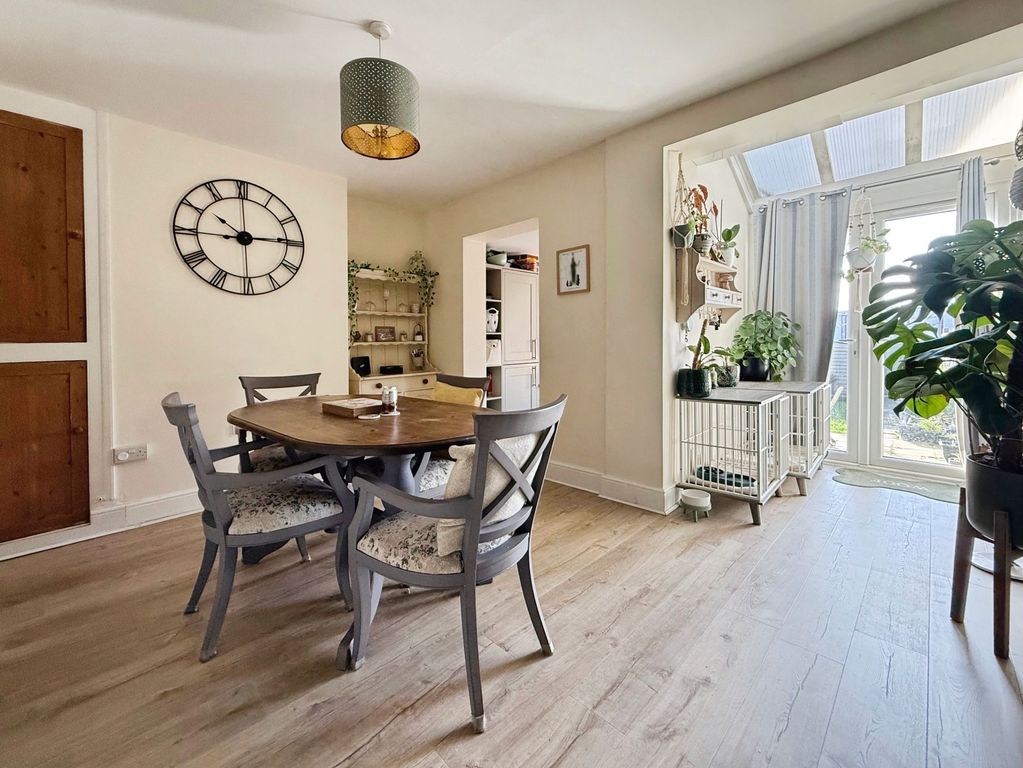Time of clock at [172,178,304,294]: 10:14
